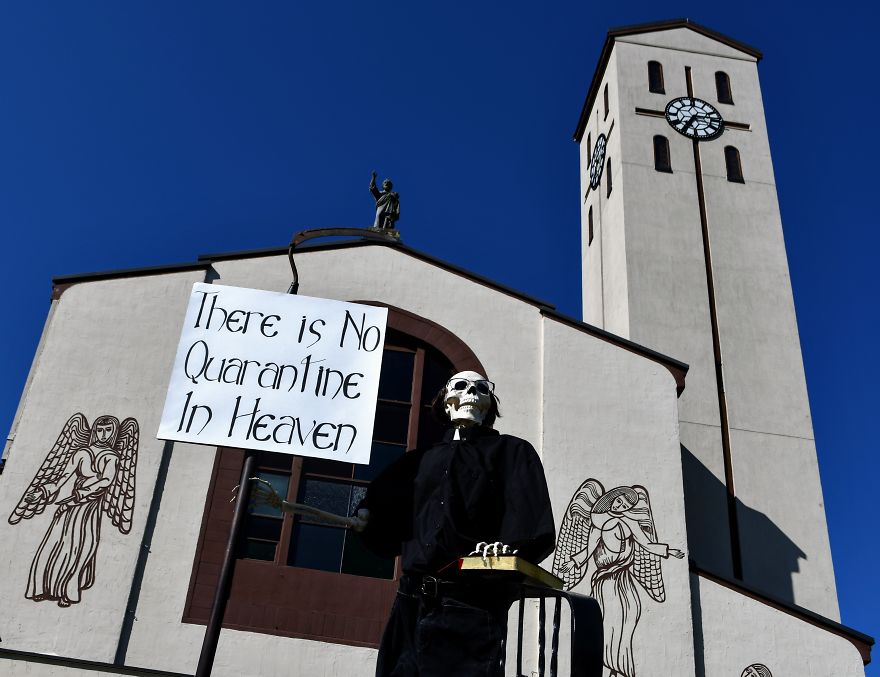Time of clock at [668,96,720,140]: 7:15
